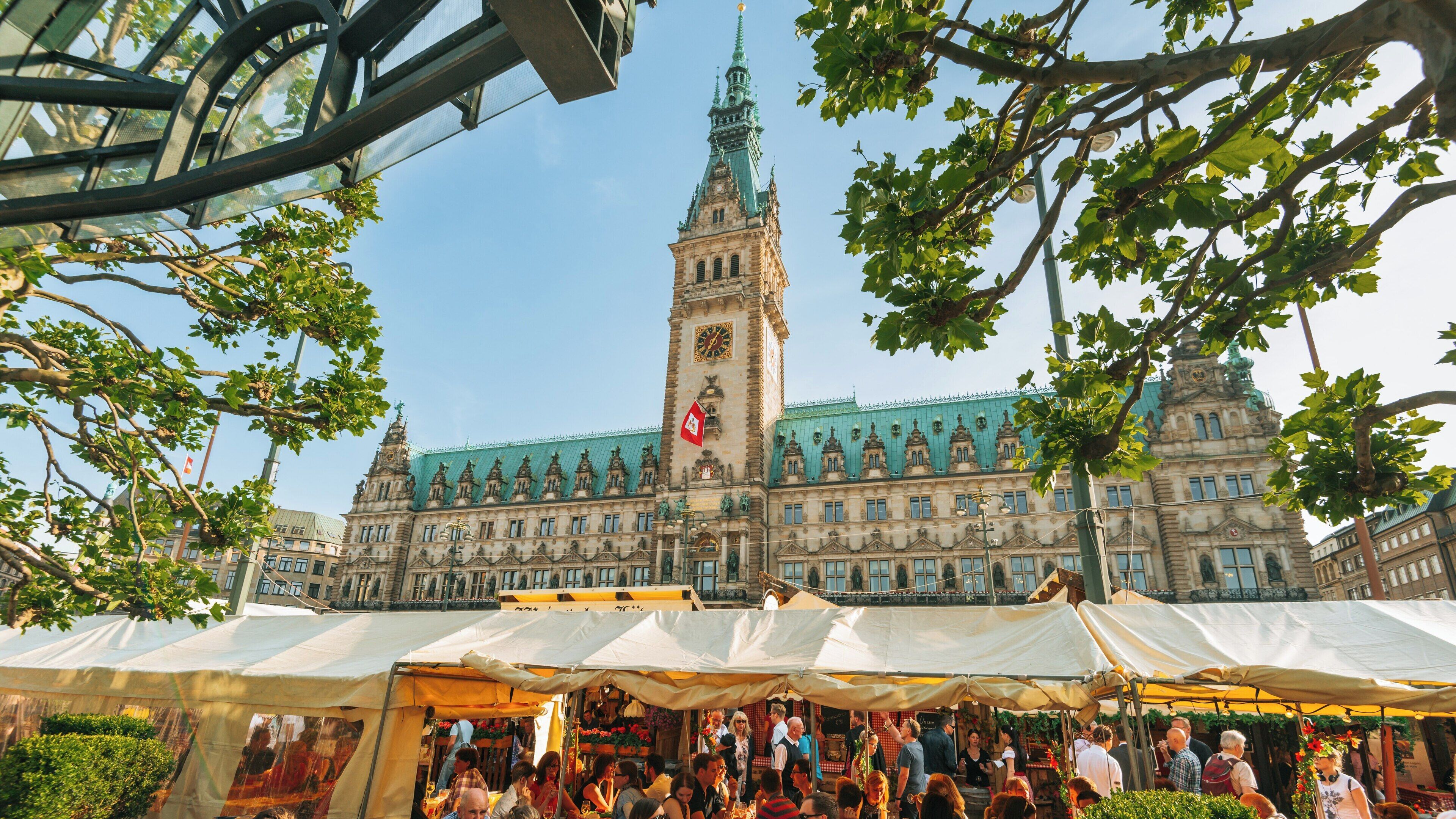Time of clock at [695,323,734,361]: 7:05
